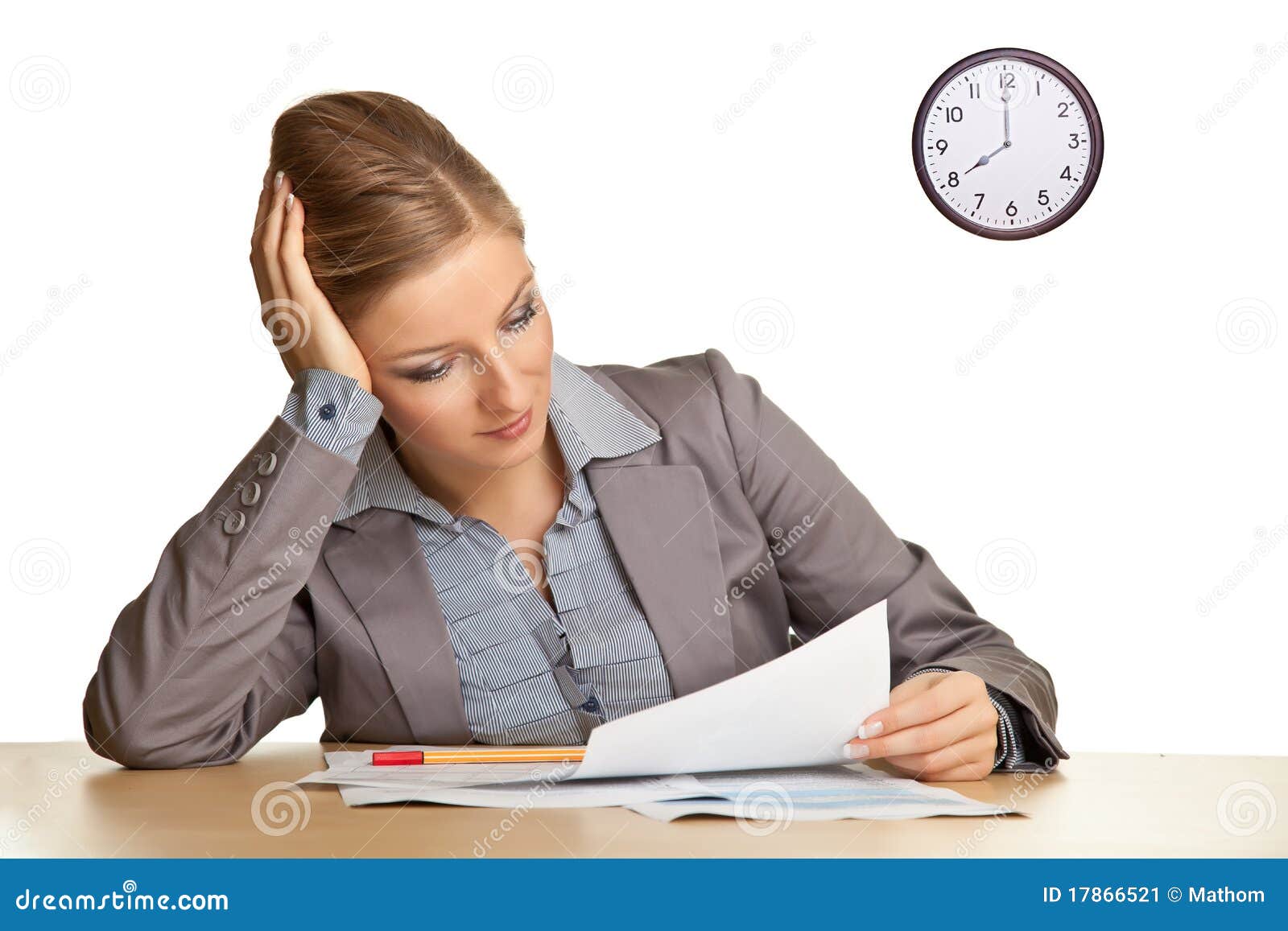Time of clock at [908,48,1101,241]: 7:59
